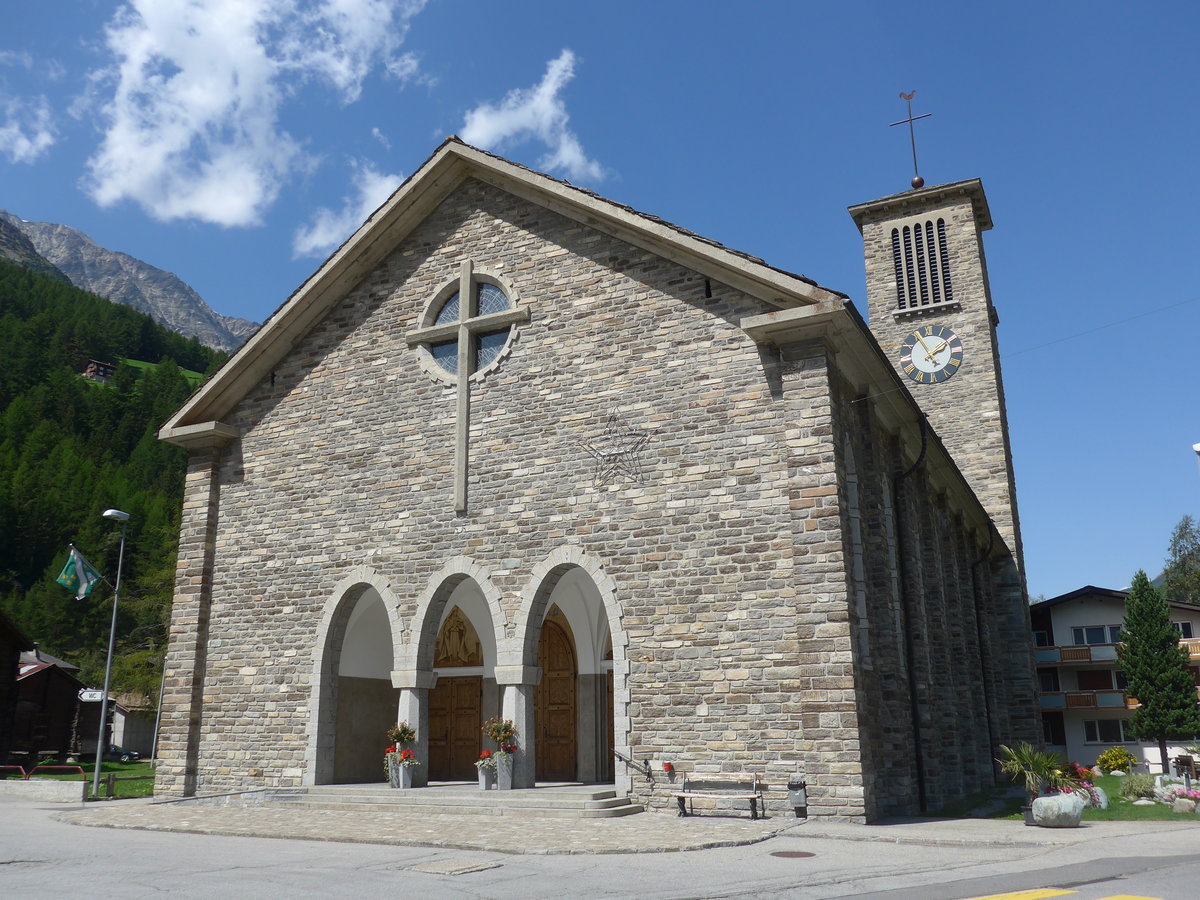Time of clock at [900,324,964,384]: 1:56
